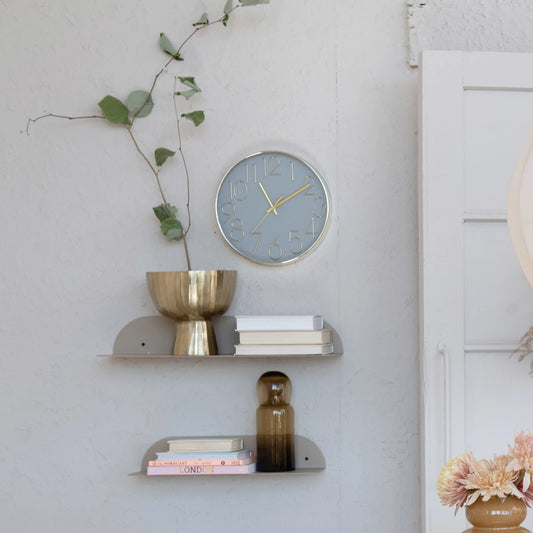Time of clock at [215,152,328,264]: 11:10
